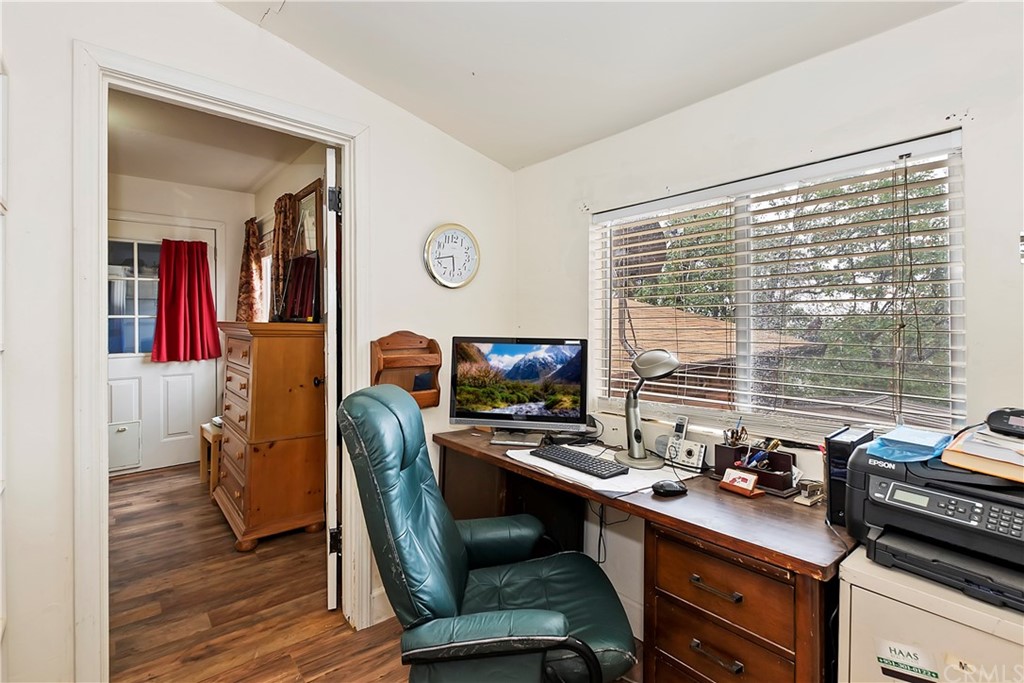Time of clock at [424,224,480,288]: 5:42
